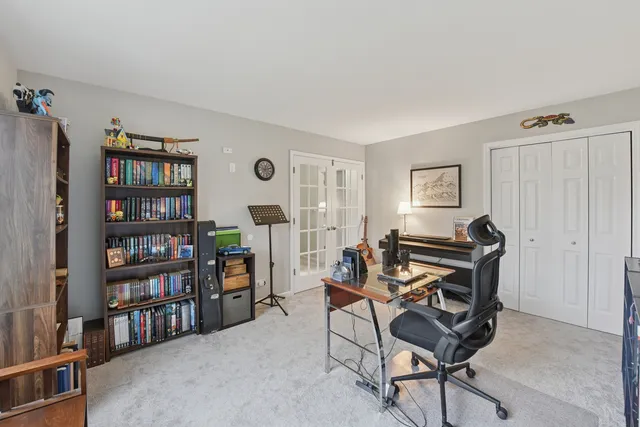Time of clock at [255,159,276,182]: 12:12
